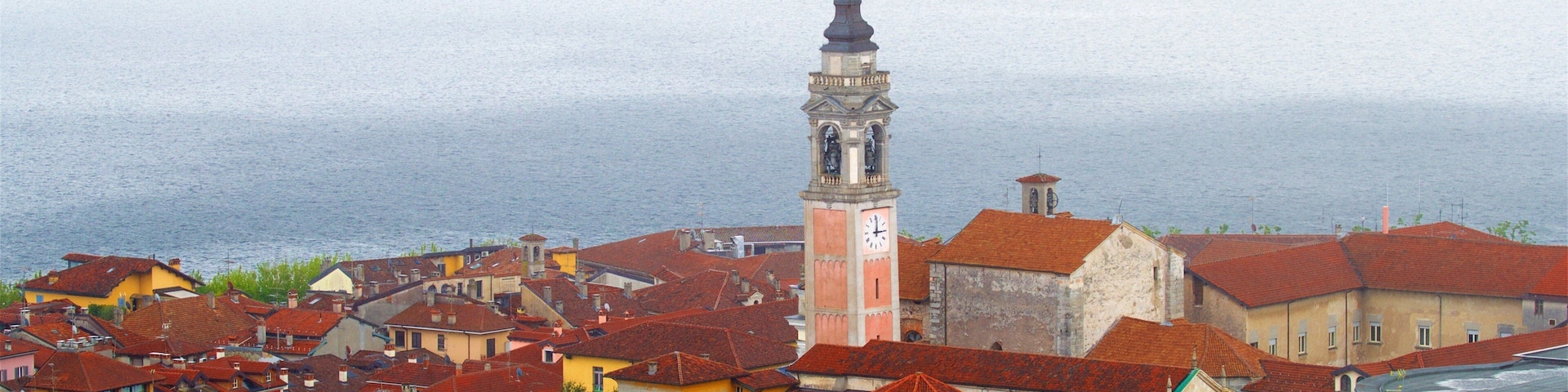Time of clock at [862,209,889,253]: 12:14
